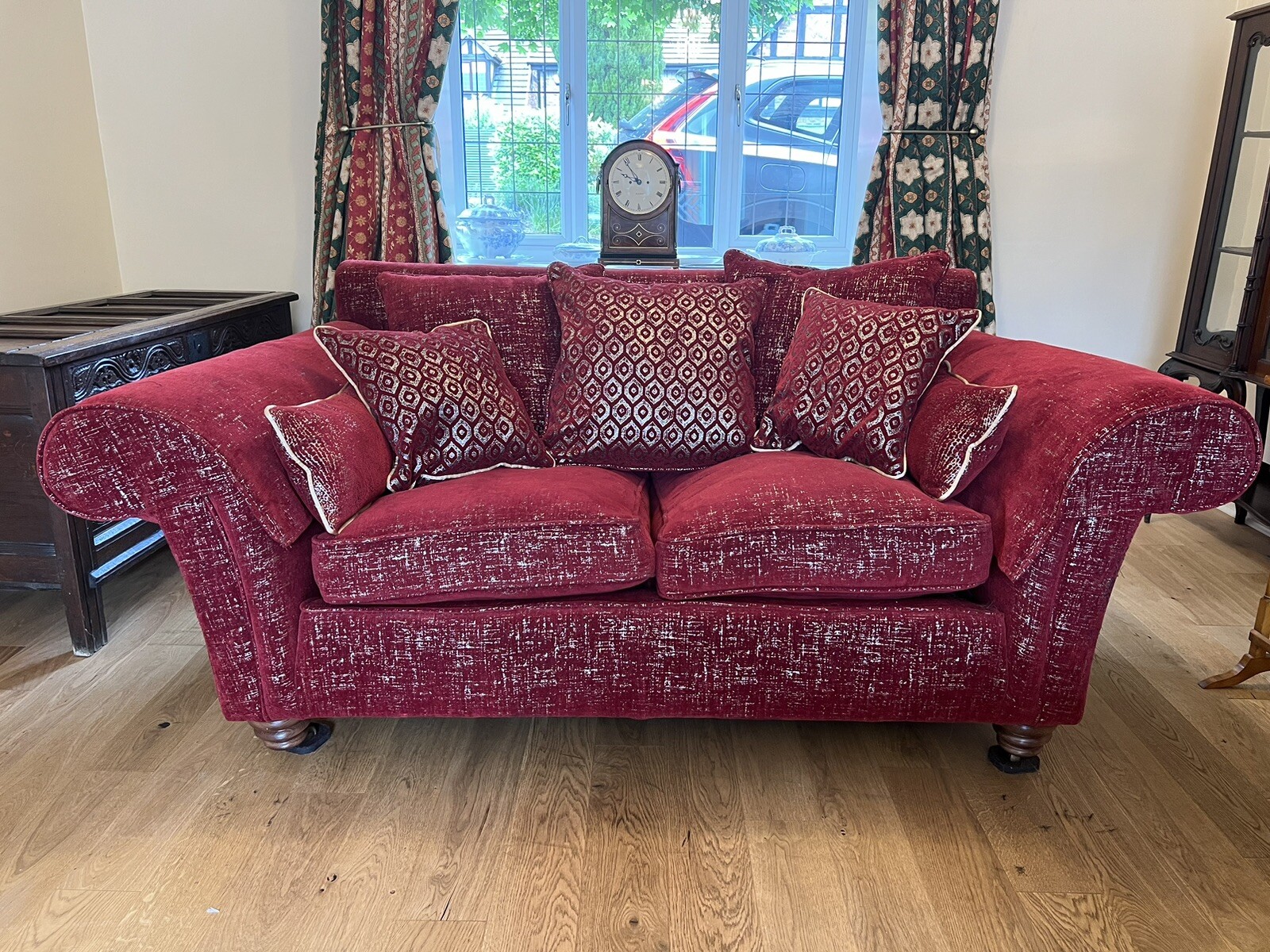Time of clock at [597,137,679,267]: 9:53
